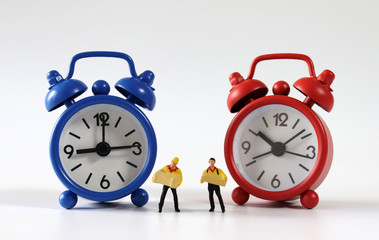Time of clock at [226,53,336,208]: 10:16
